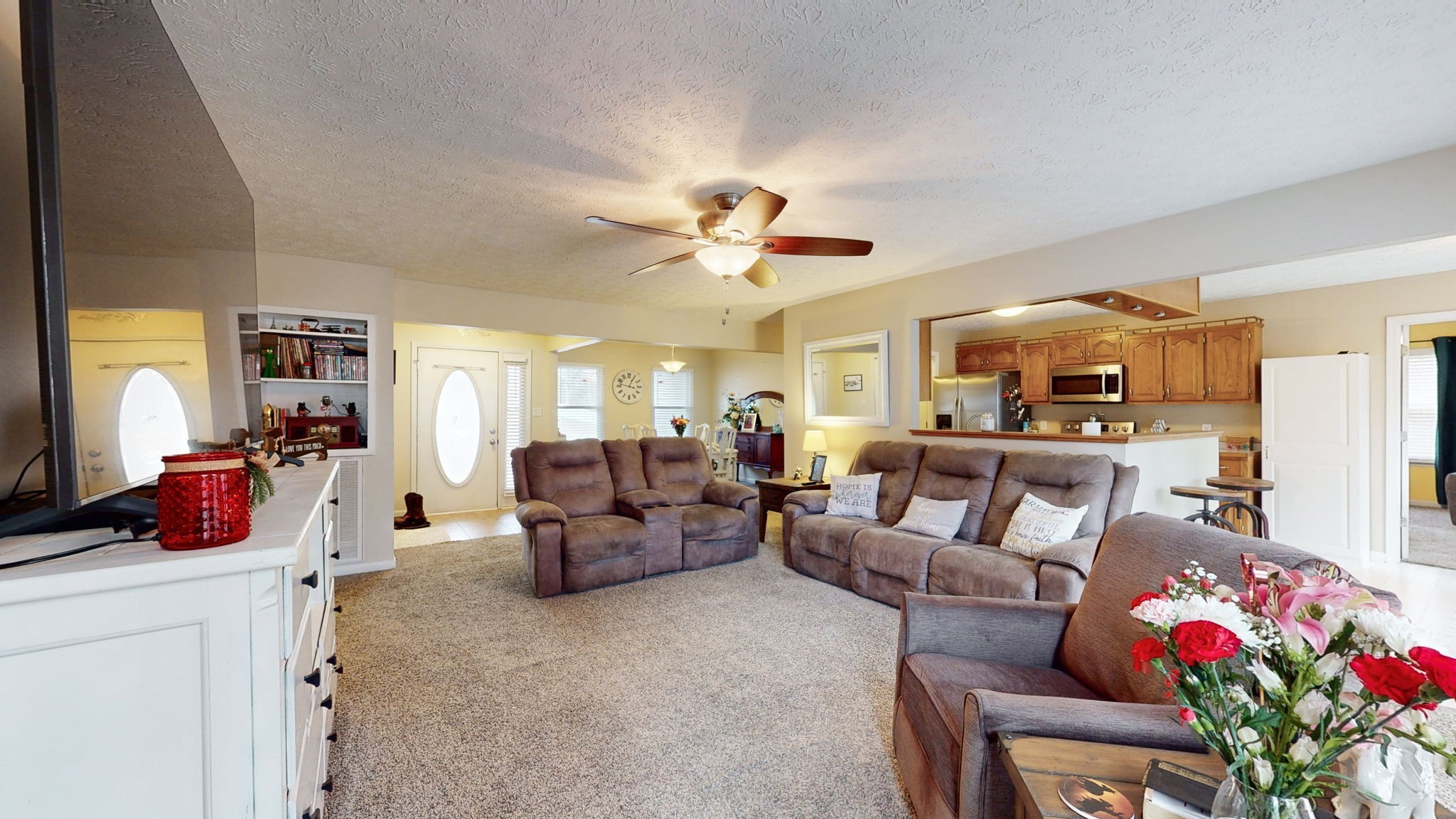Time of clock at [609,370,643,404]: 12:47
